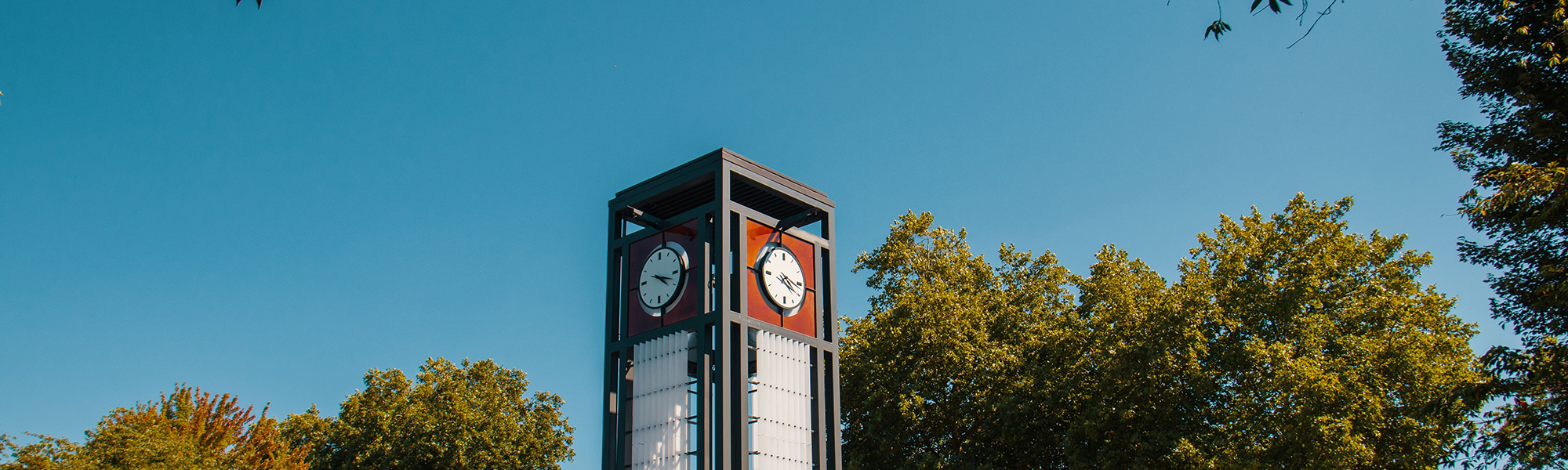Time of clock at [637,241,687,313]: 4:17
